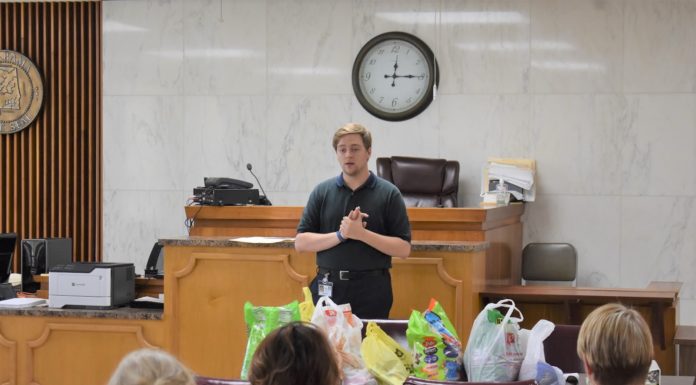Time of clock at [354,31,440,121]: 12:15
